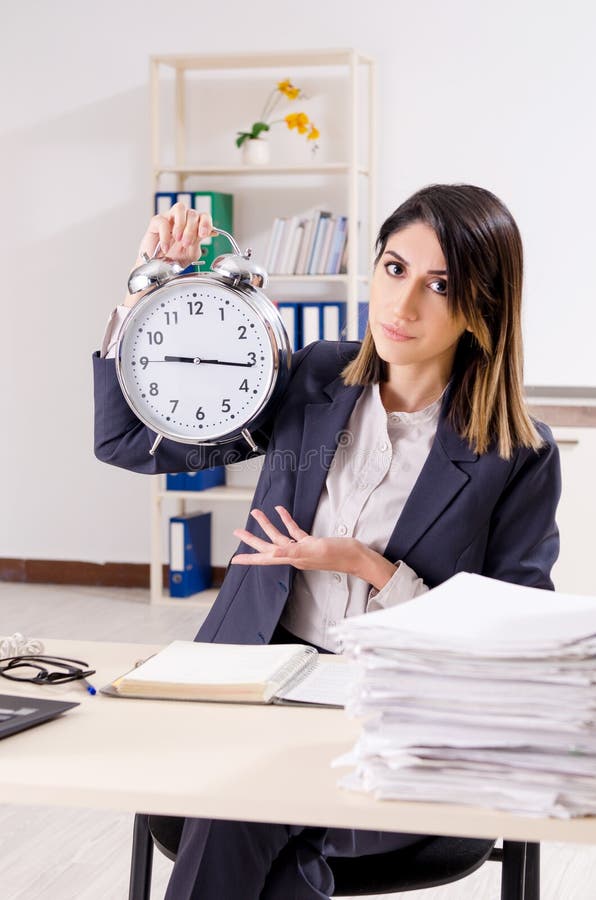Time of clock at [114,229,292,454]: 9:16
